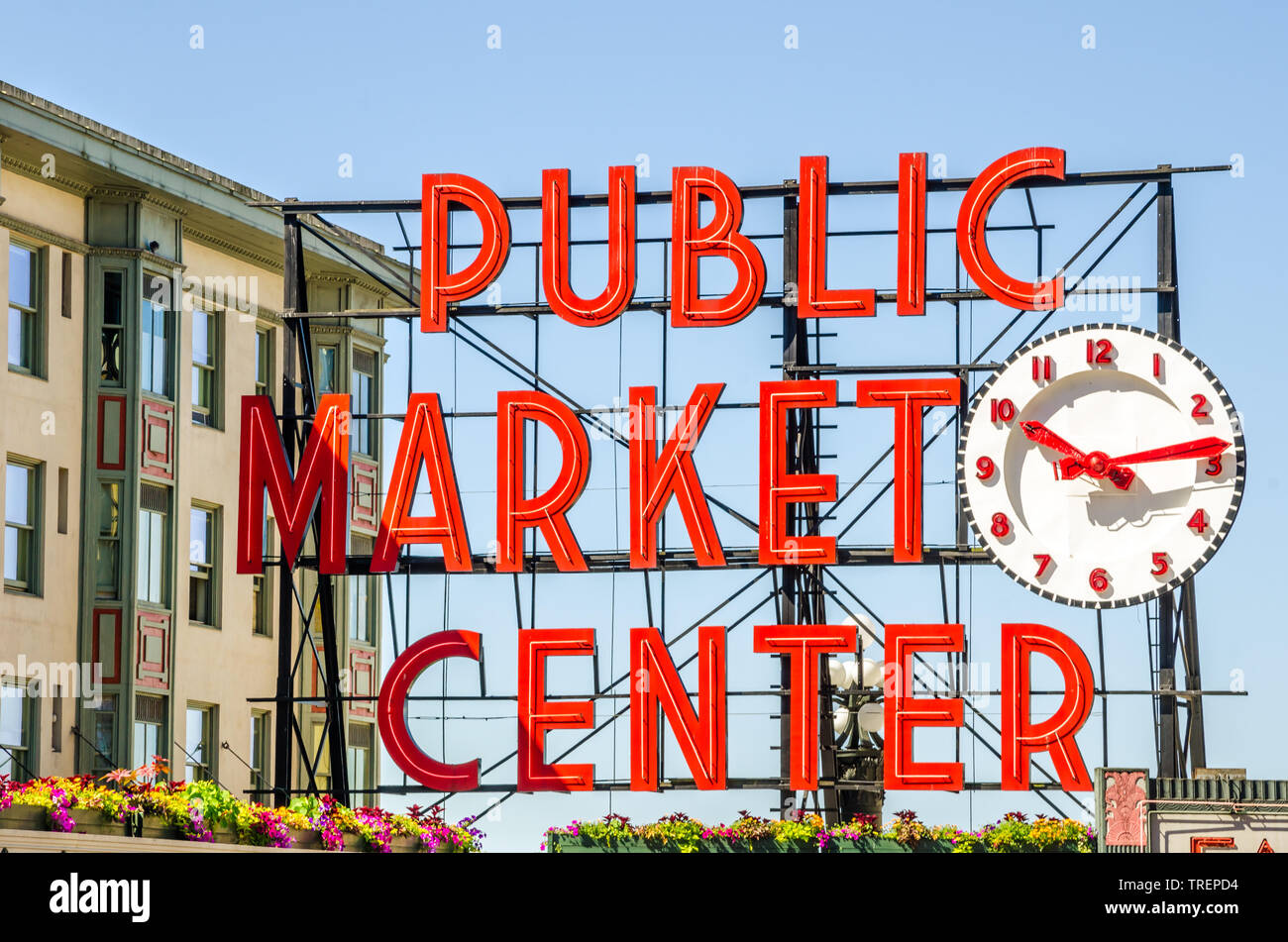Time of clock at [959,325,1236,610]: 10:13
